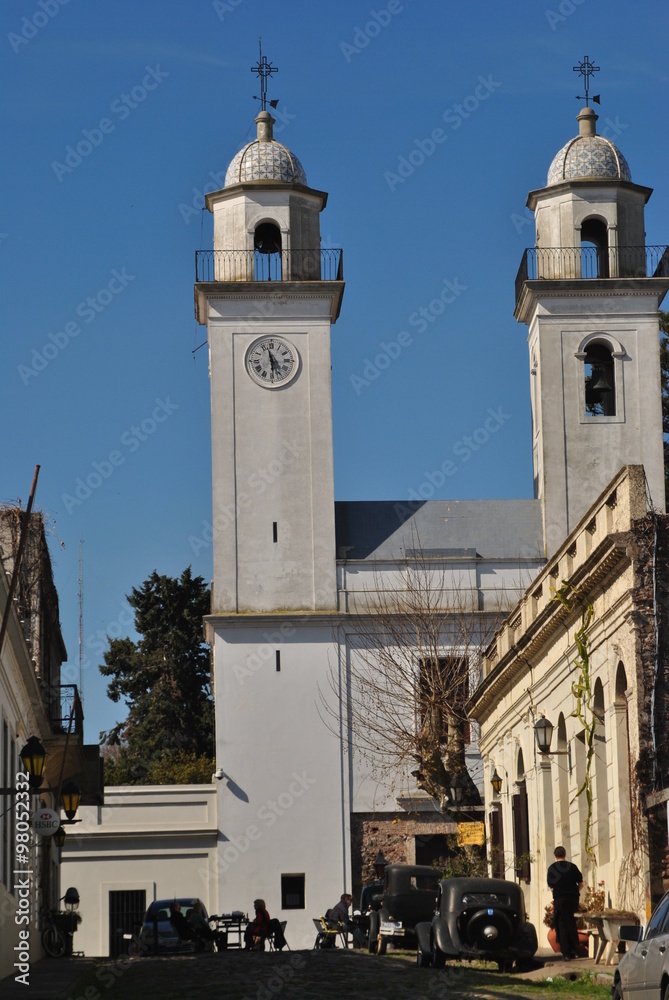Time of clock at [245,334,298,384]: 11:29
